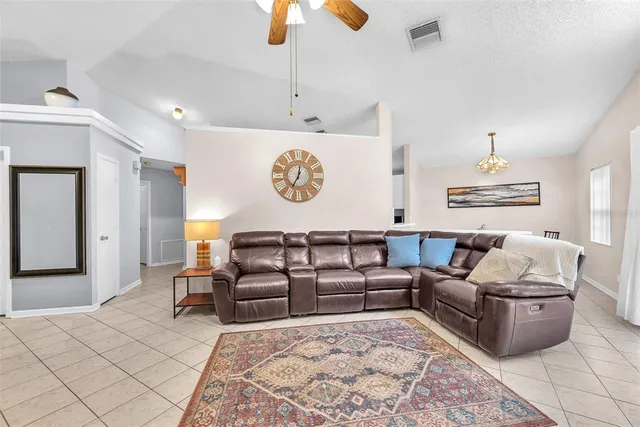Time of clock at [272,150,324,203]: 7:01
